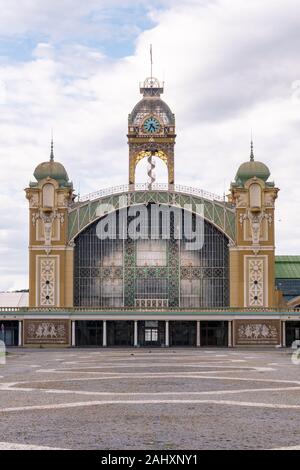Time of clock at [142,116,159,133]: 4:34
